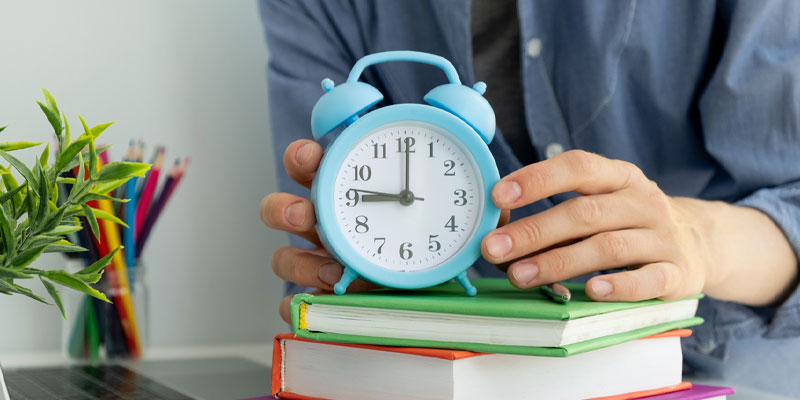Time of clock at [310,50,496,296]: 9:00
